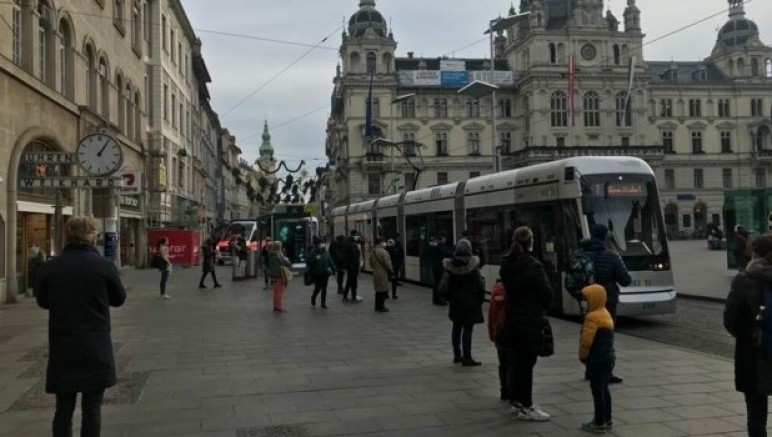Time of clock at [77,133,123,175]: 1:05
